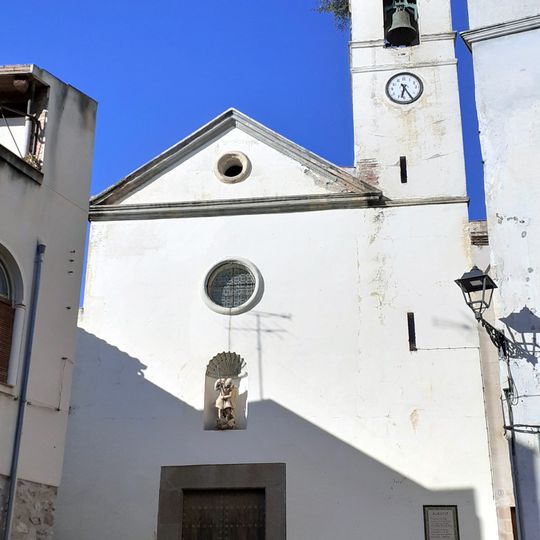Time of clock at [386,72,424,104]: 6:24
